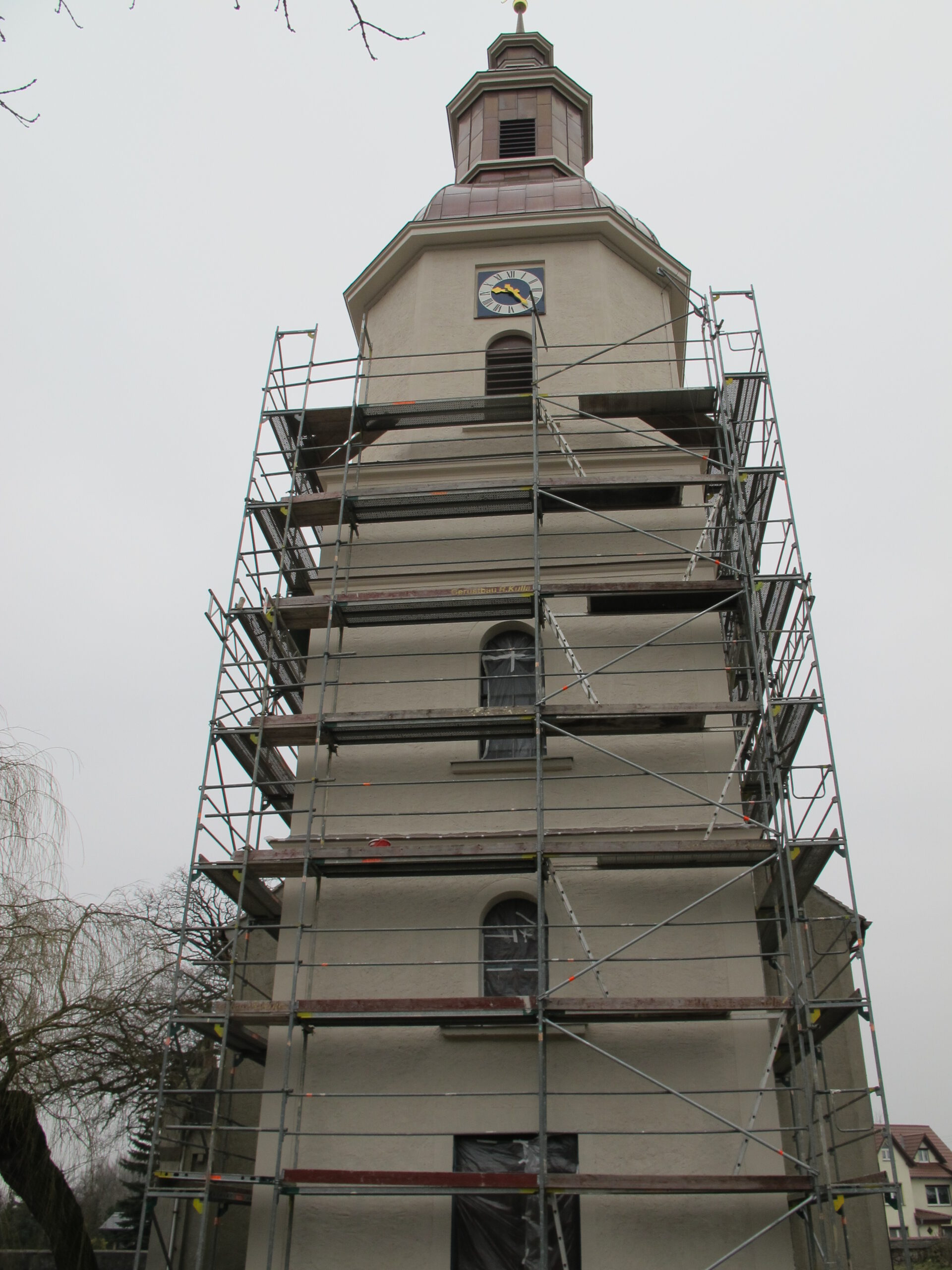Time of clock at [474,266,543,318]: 9:23
